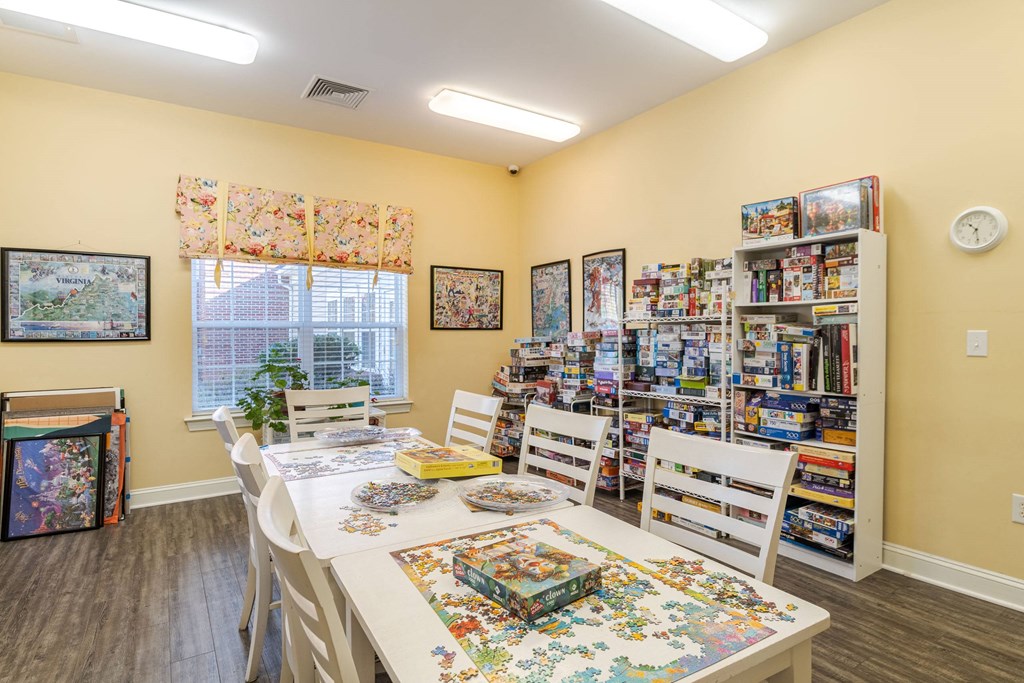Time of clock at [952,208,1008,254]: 10:28
